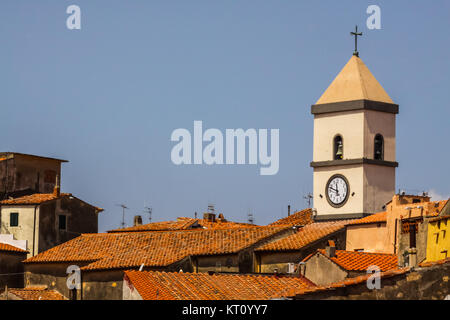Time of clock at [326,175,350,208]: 11:48
